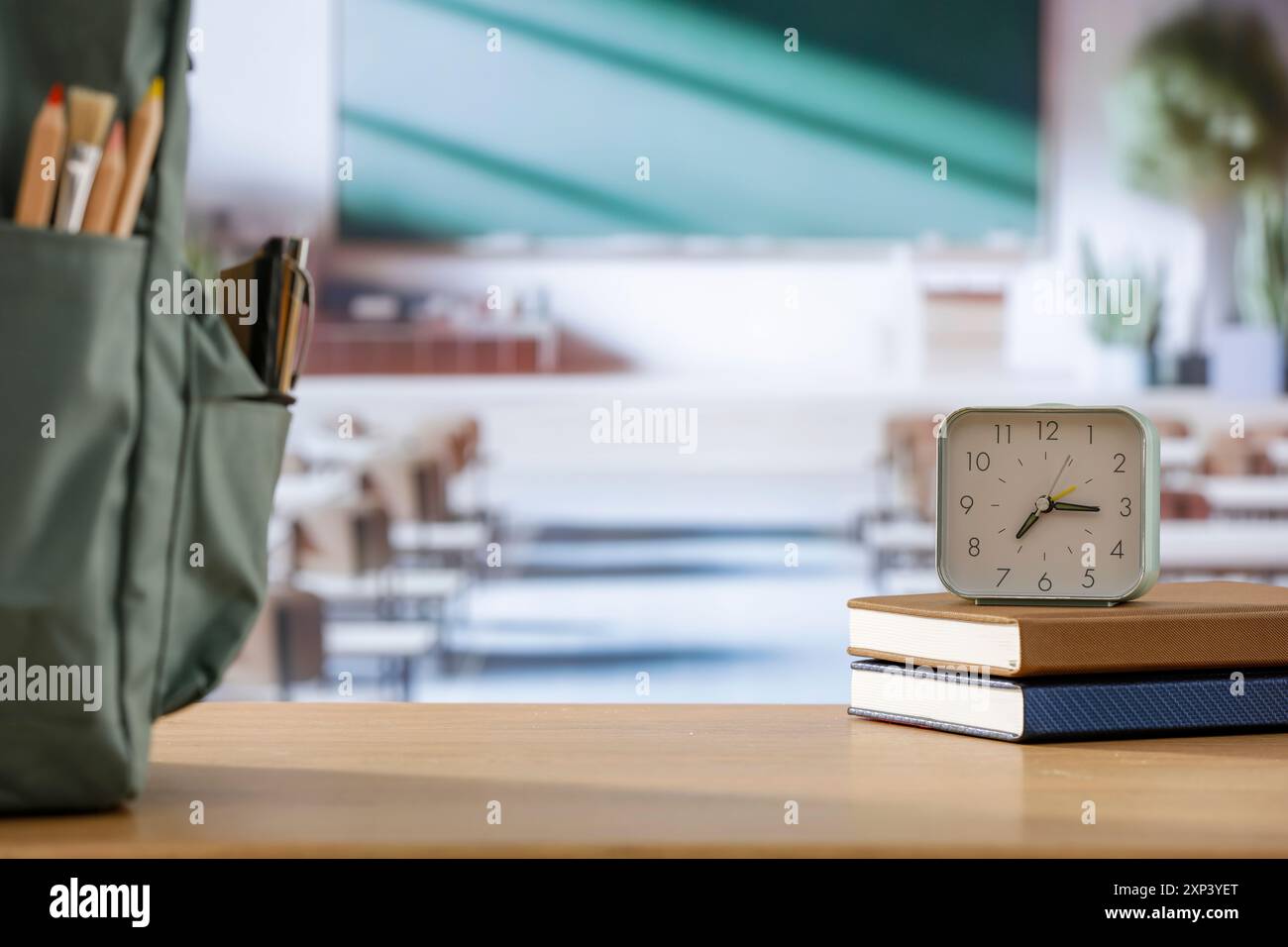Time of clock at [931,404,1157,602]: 7:15
